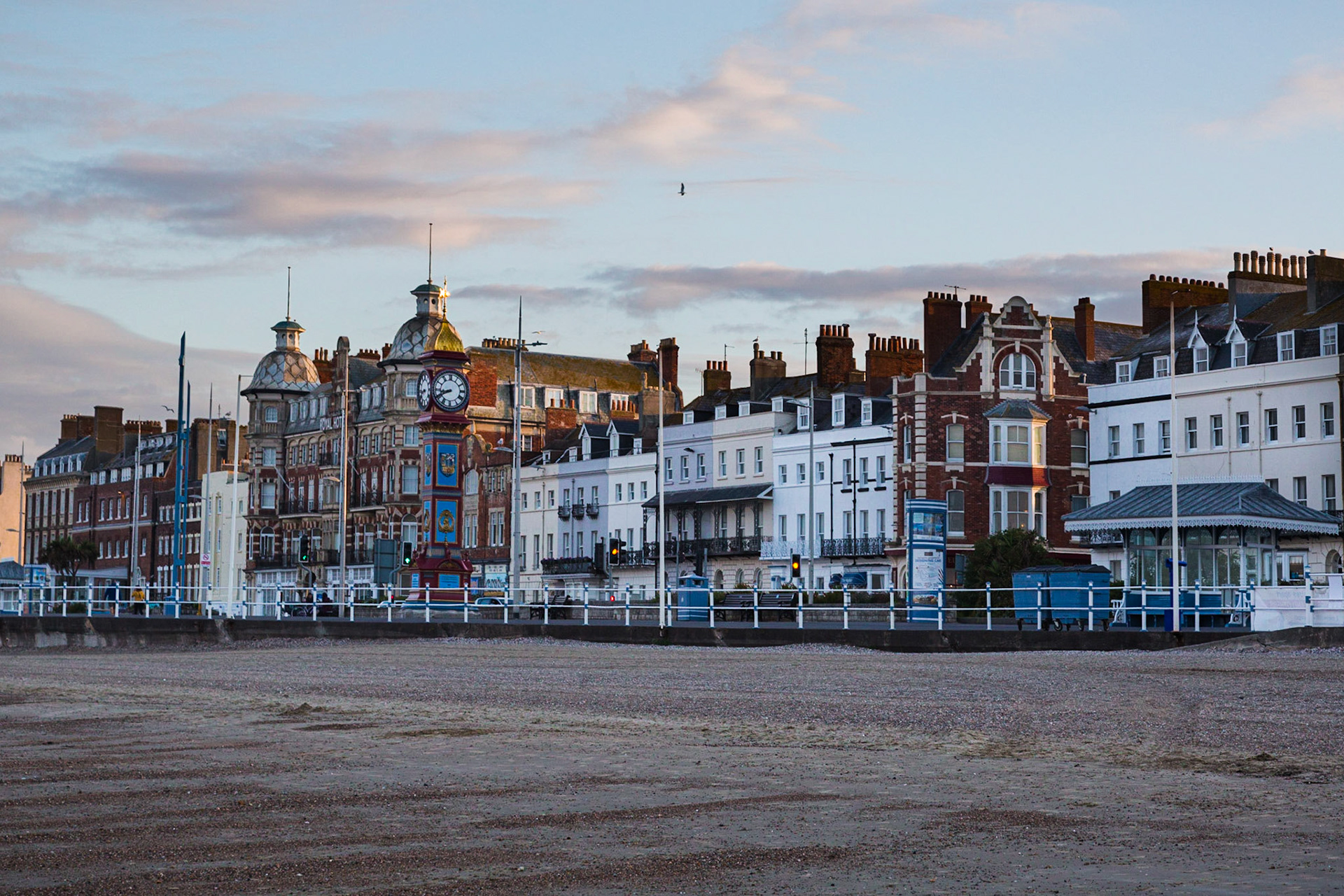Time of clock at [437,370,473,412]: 8:40
